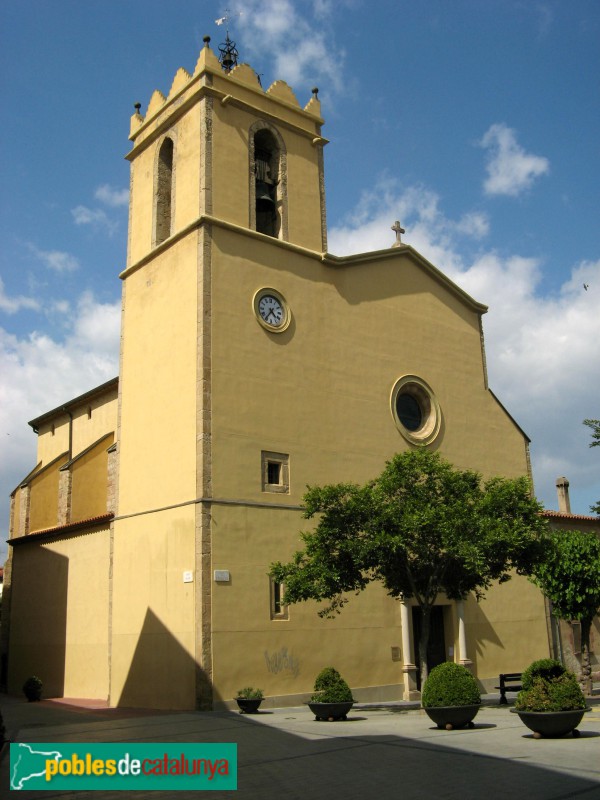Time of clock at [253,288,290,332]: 4:36
